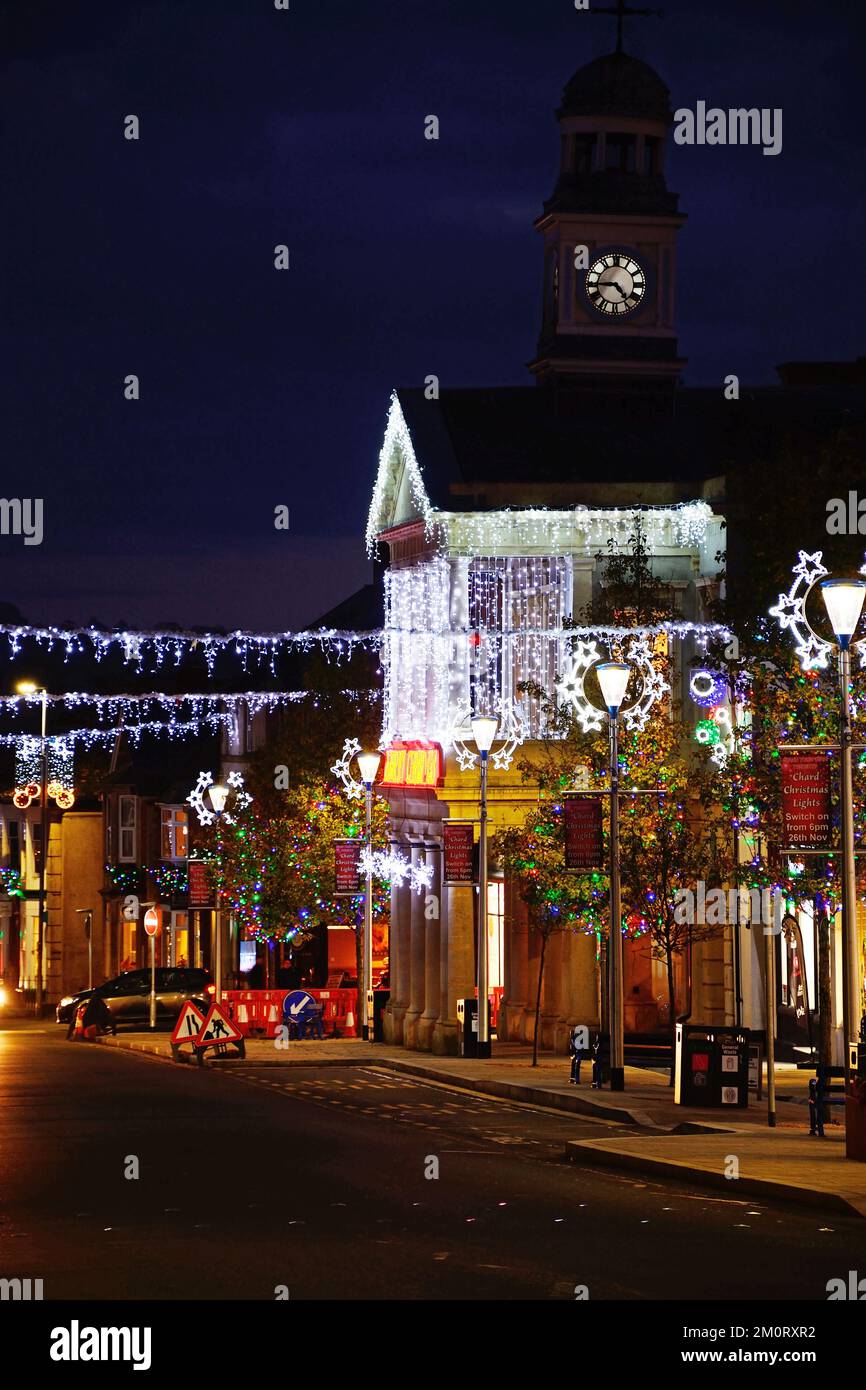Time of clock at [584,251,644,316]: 4:44
